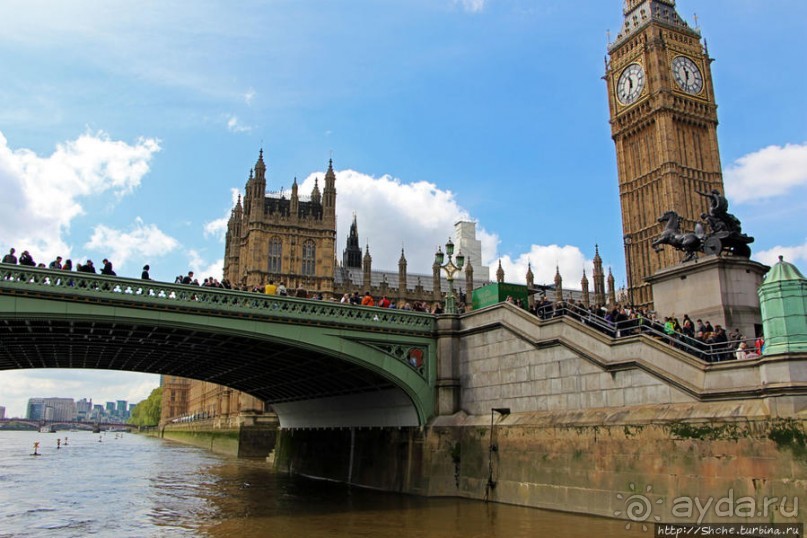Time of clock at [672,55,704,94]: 11:32
